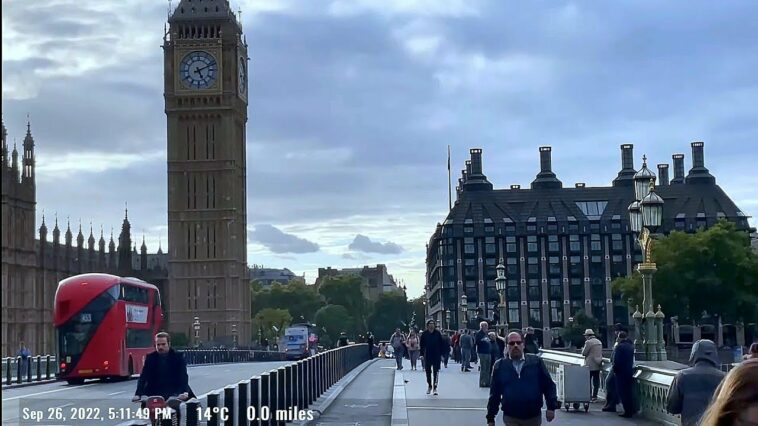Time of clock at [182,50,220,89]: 5:11
